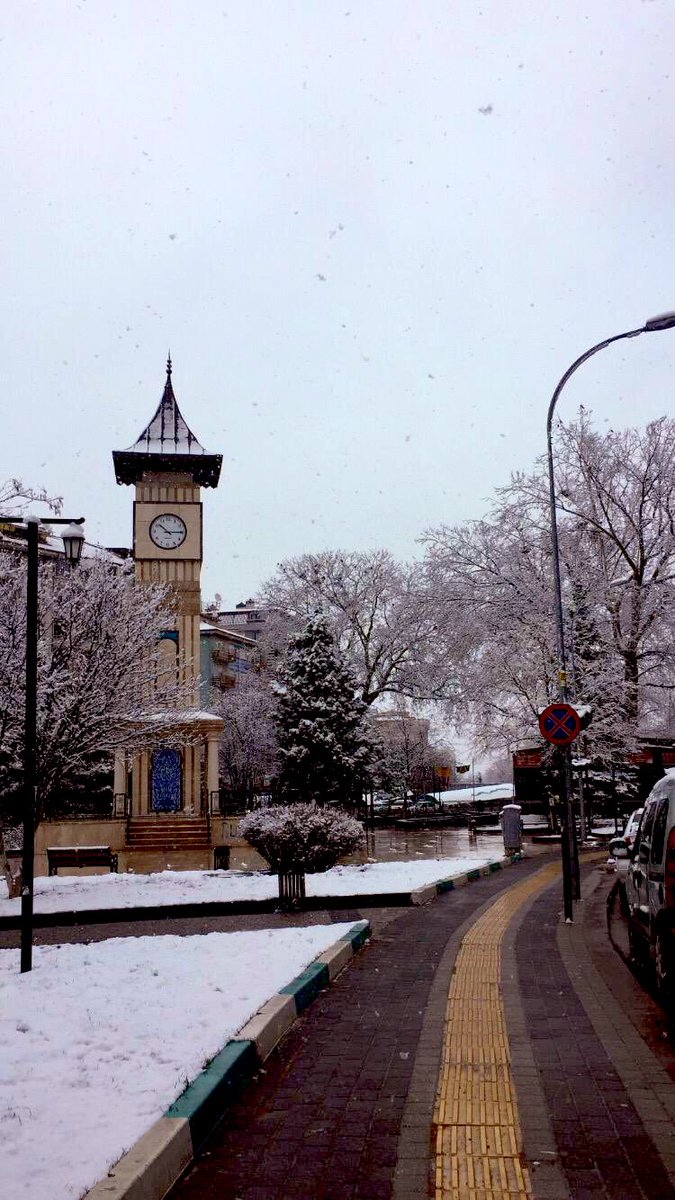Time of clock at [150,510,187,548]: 10:14
